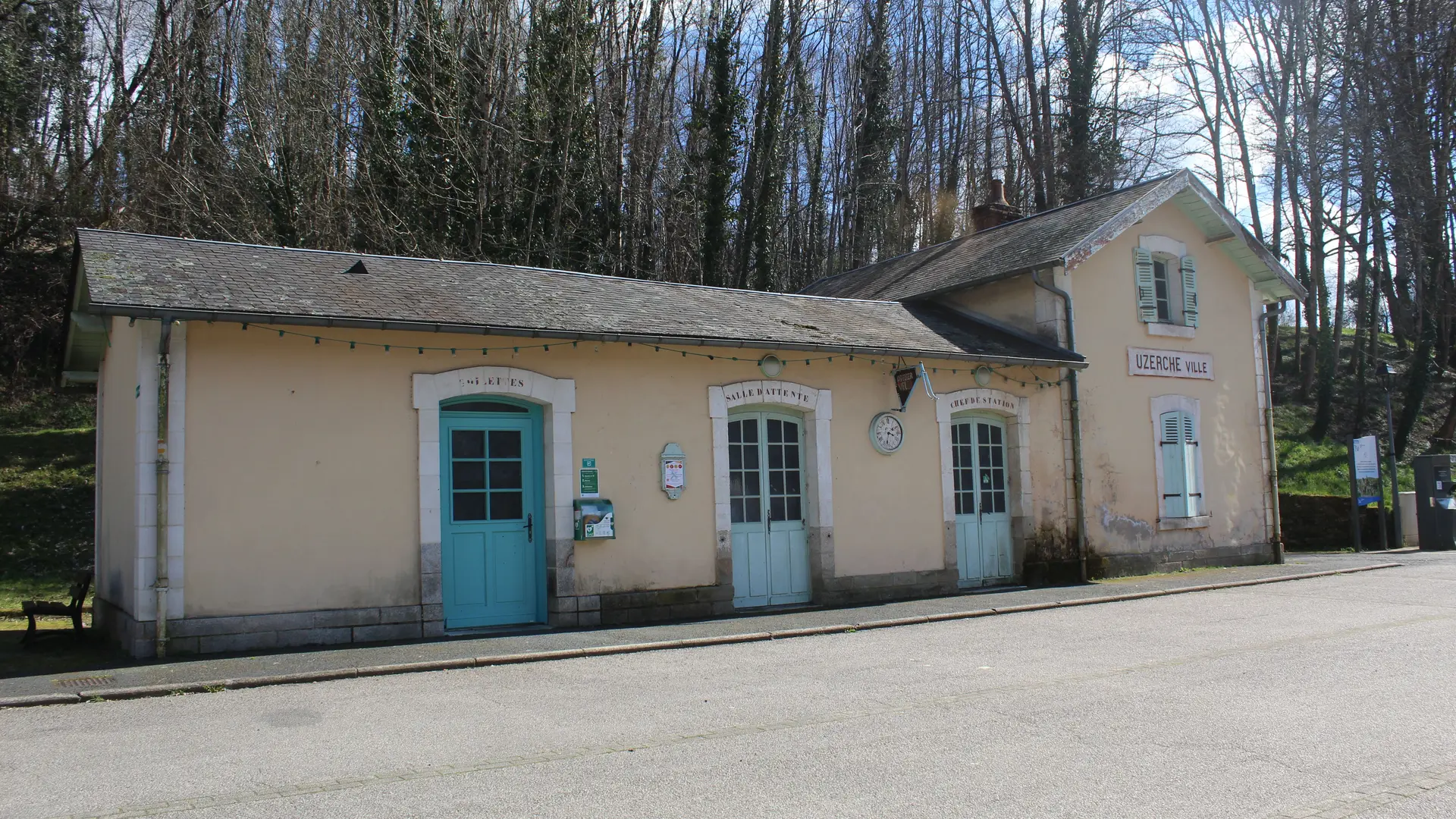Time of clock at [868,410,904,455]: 3:32
